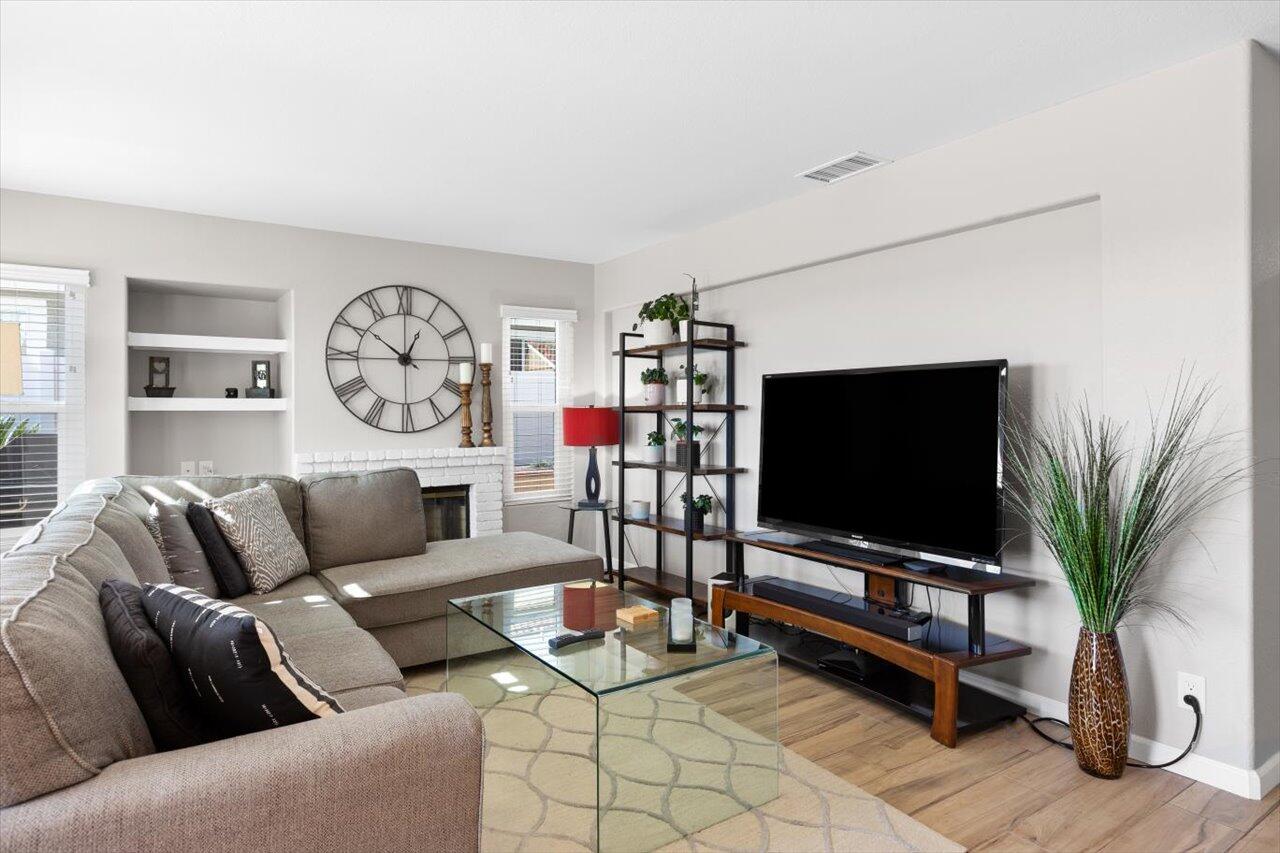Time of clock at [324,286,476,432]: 12:51
